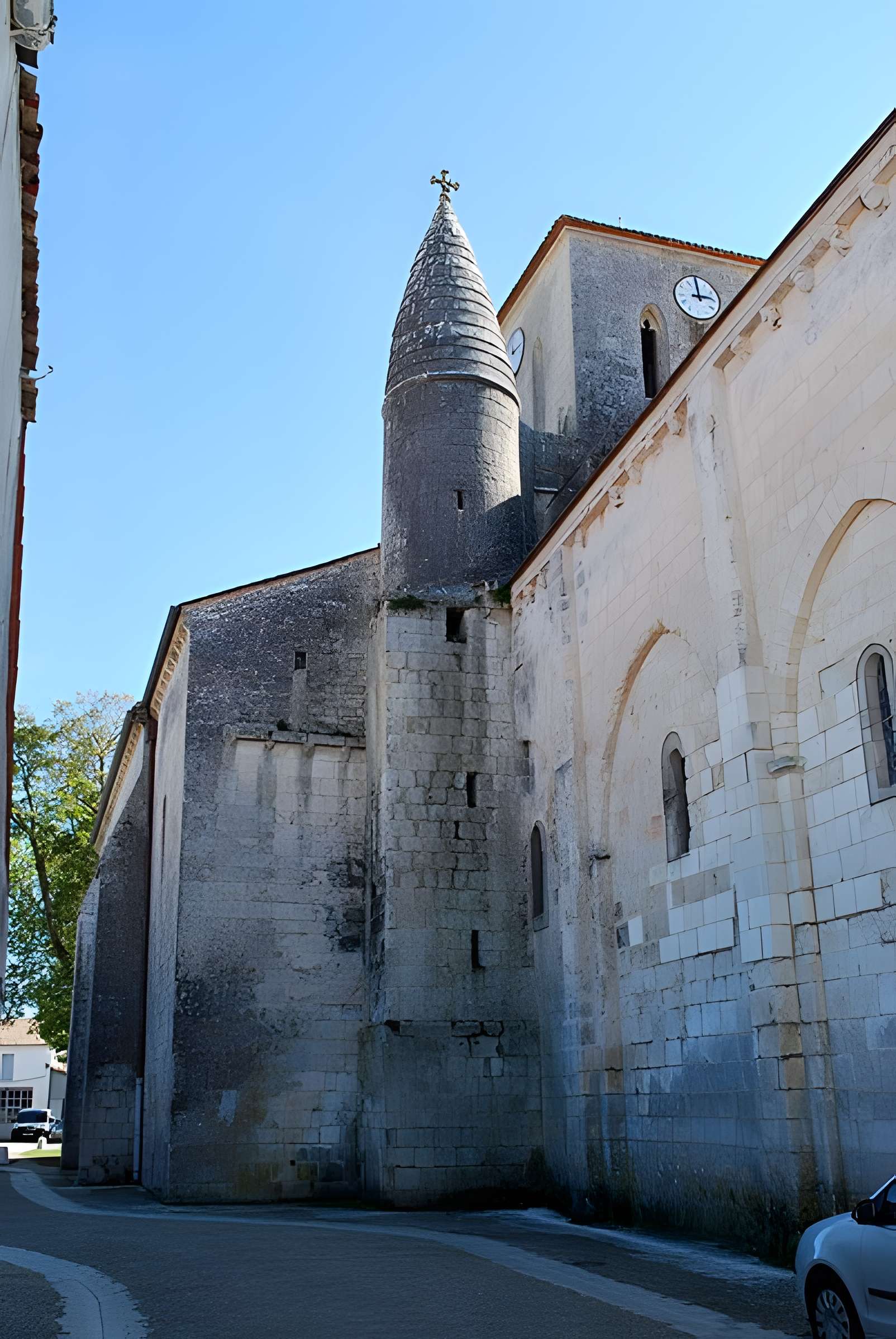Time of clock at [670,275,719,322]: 2:59
